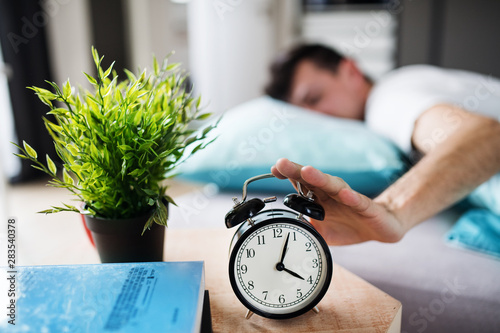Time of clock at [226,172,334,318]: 4:03
